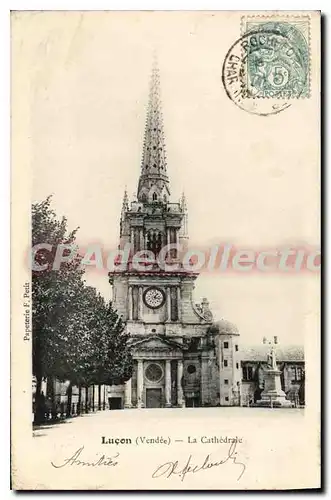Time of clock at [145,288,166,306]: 1:16
